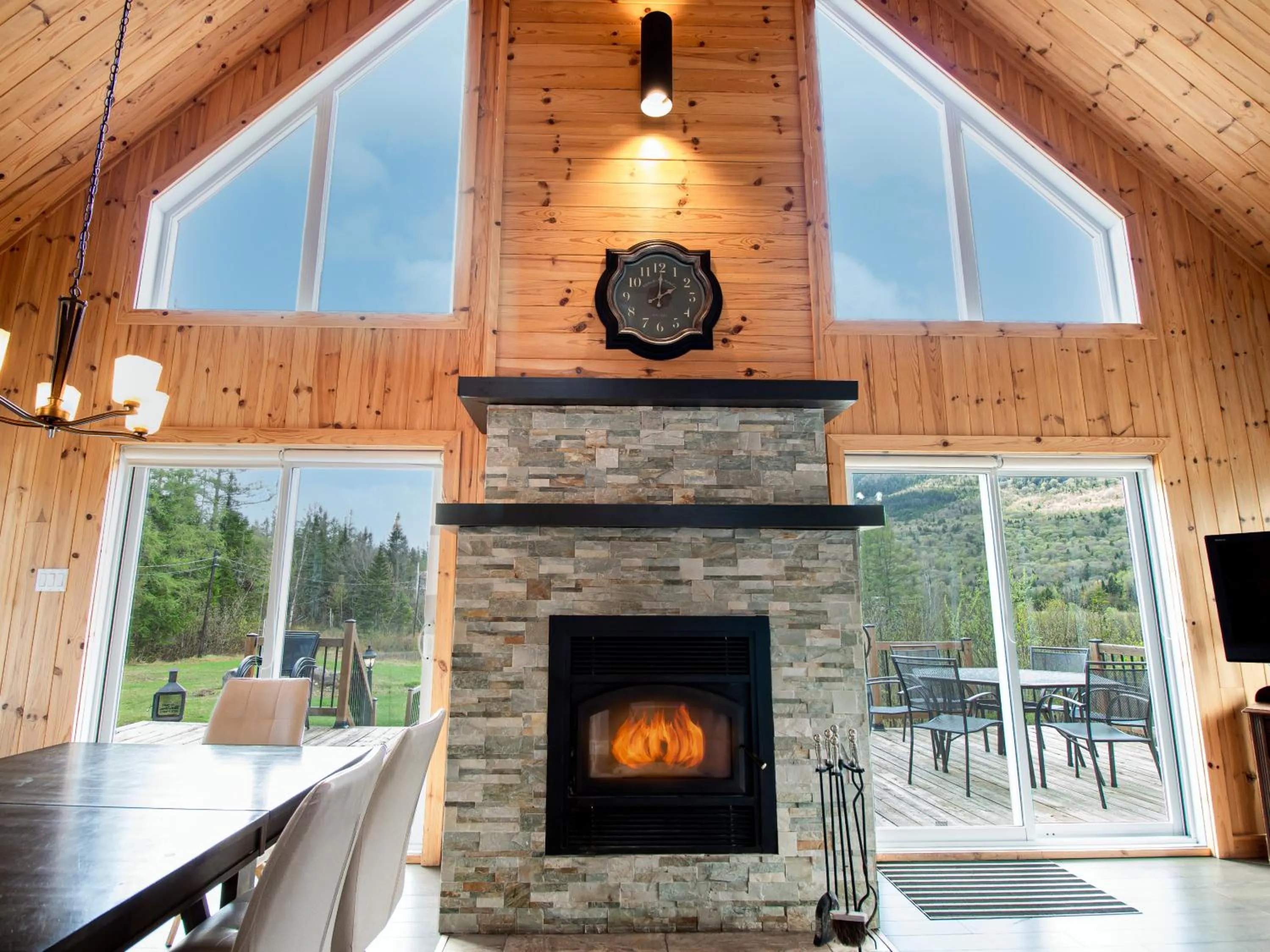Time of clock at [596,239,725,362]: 2:01
